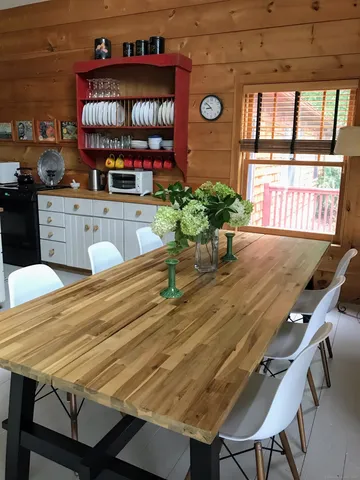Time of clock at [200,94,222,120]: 8:52
